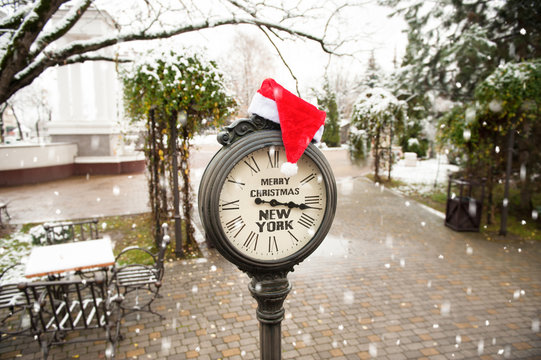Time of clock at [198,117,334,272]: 3:16
